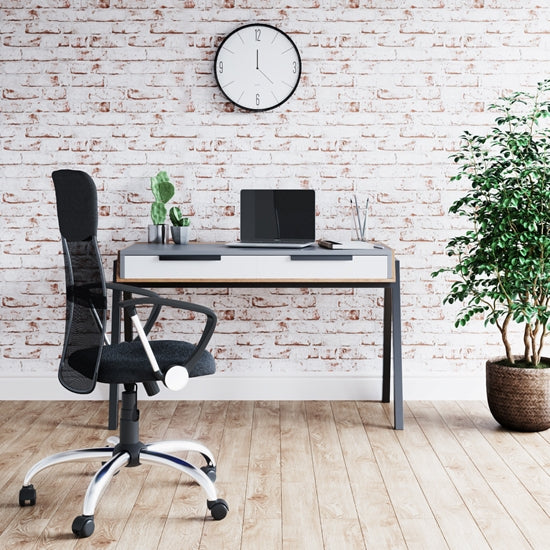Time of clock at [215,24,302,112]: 12:22
